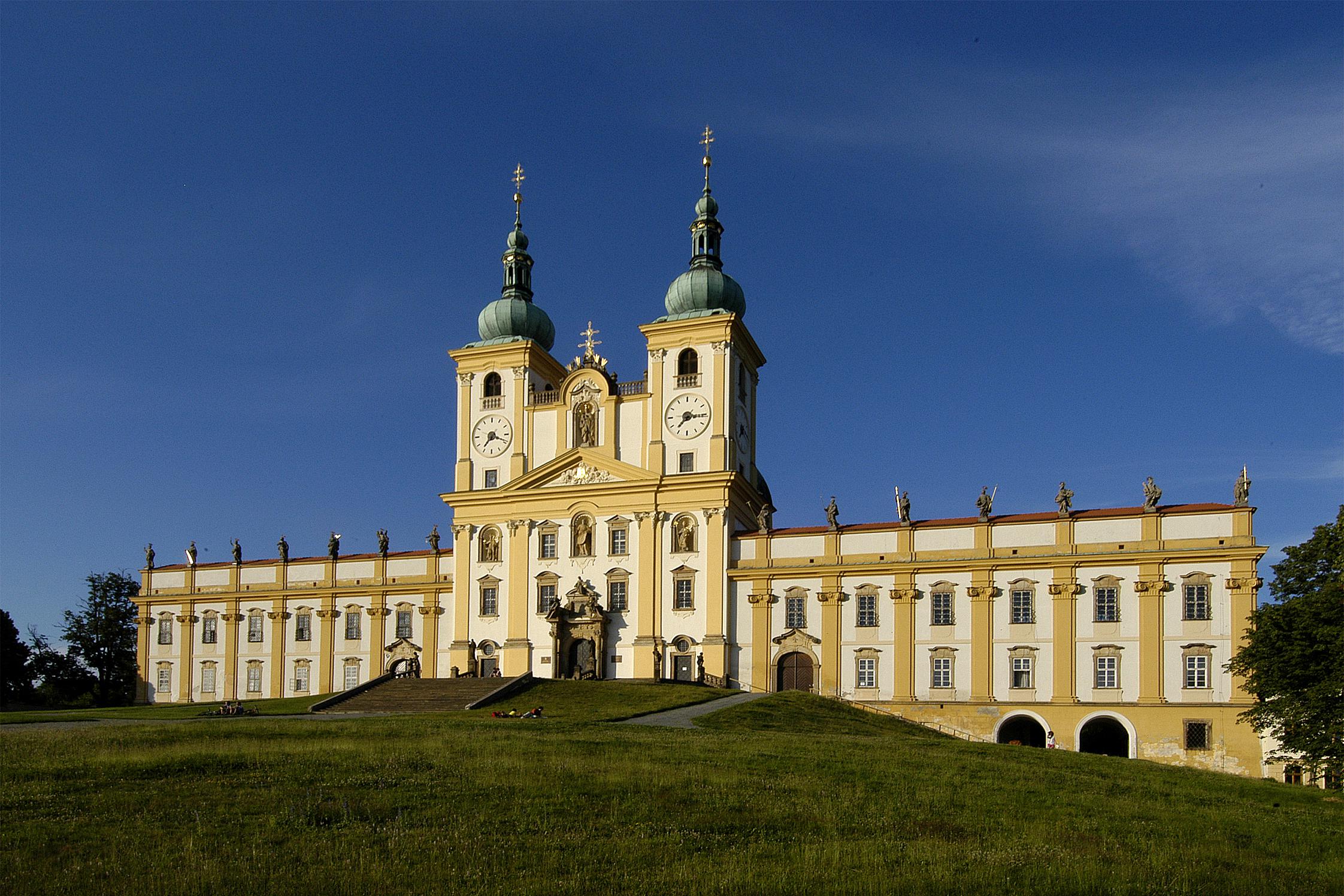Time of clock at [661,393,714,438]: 7:15
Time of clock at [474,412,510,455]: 7:18
